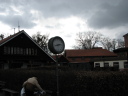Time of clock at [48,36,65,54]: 8:12
